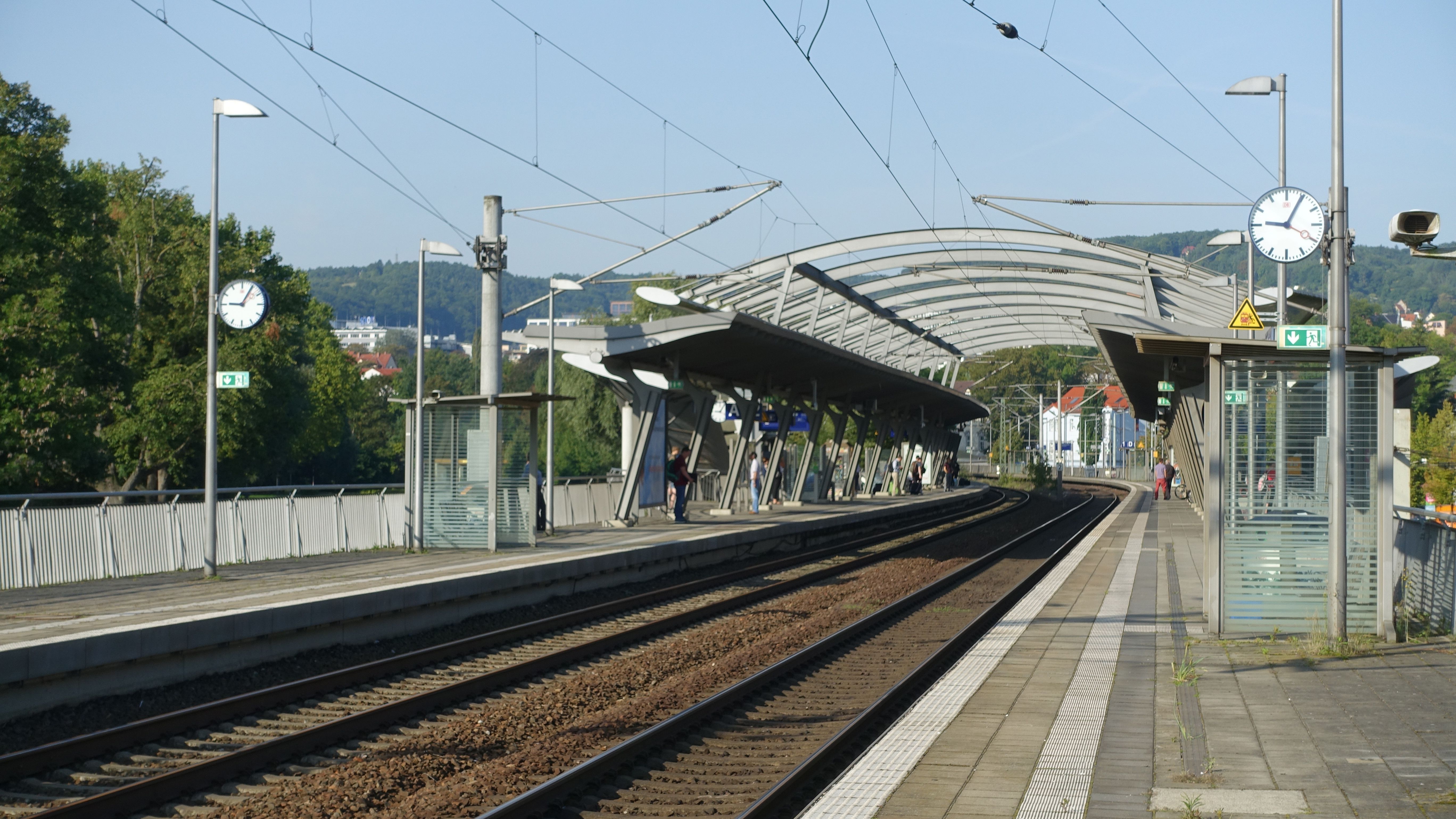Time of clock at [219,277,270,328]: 9:05
